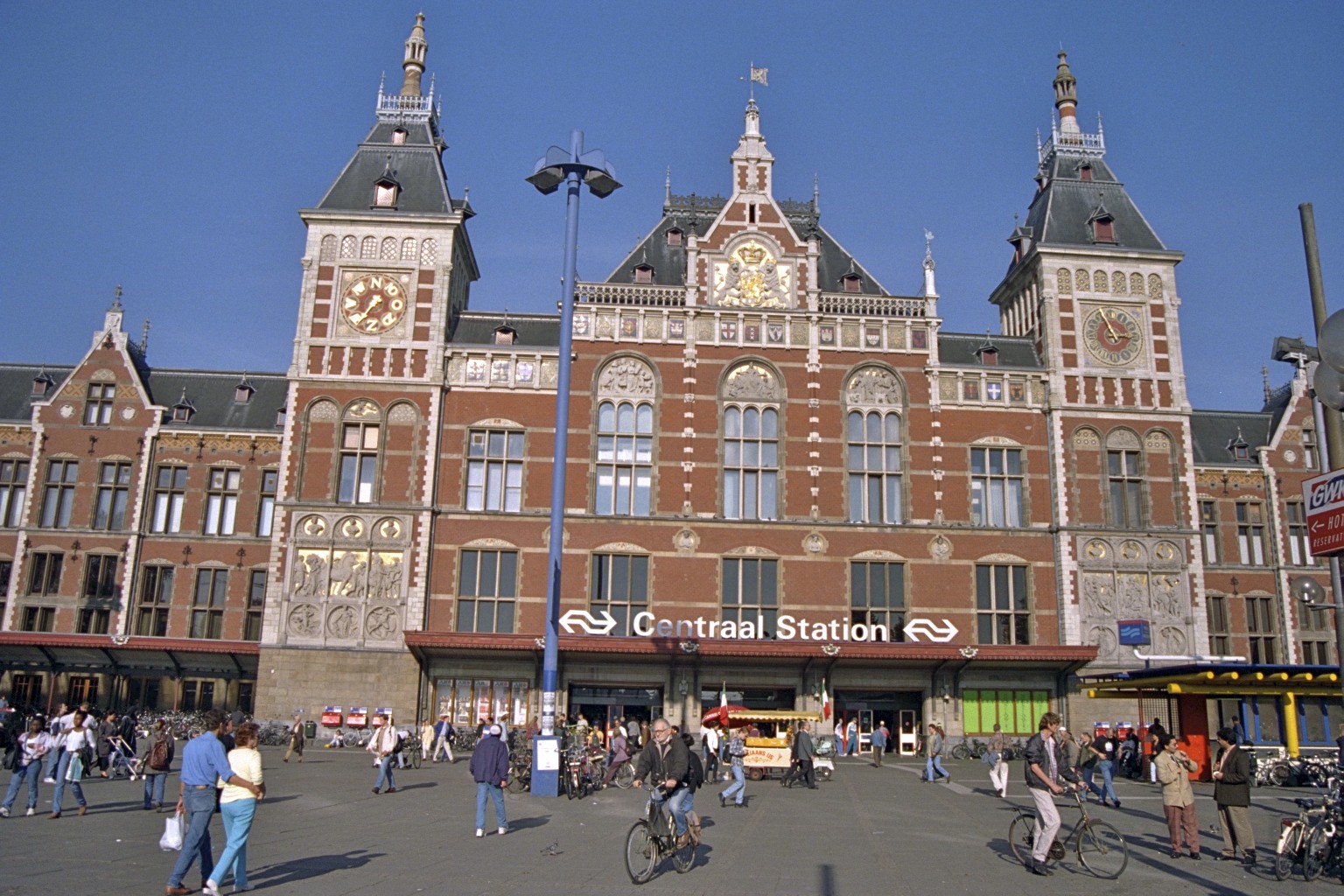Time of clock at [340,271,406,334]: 7:36
